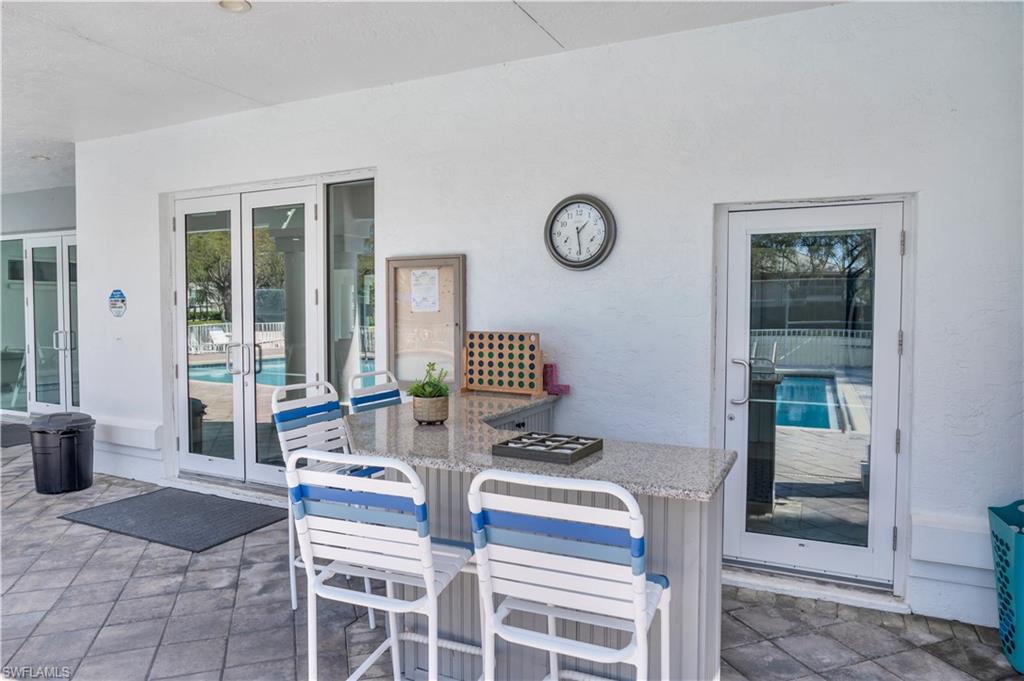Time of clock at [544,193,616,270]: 1:28
